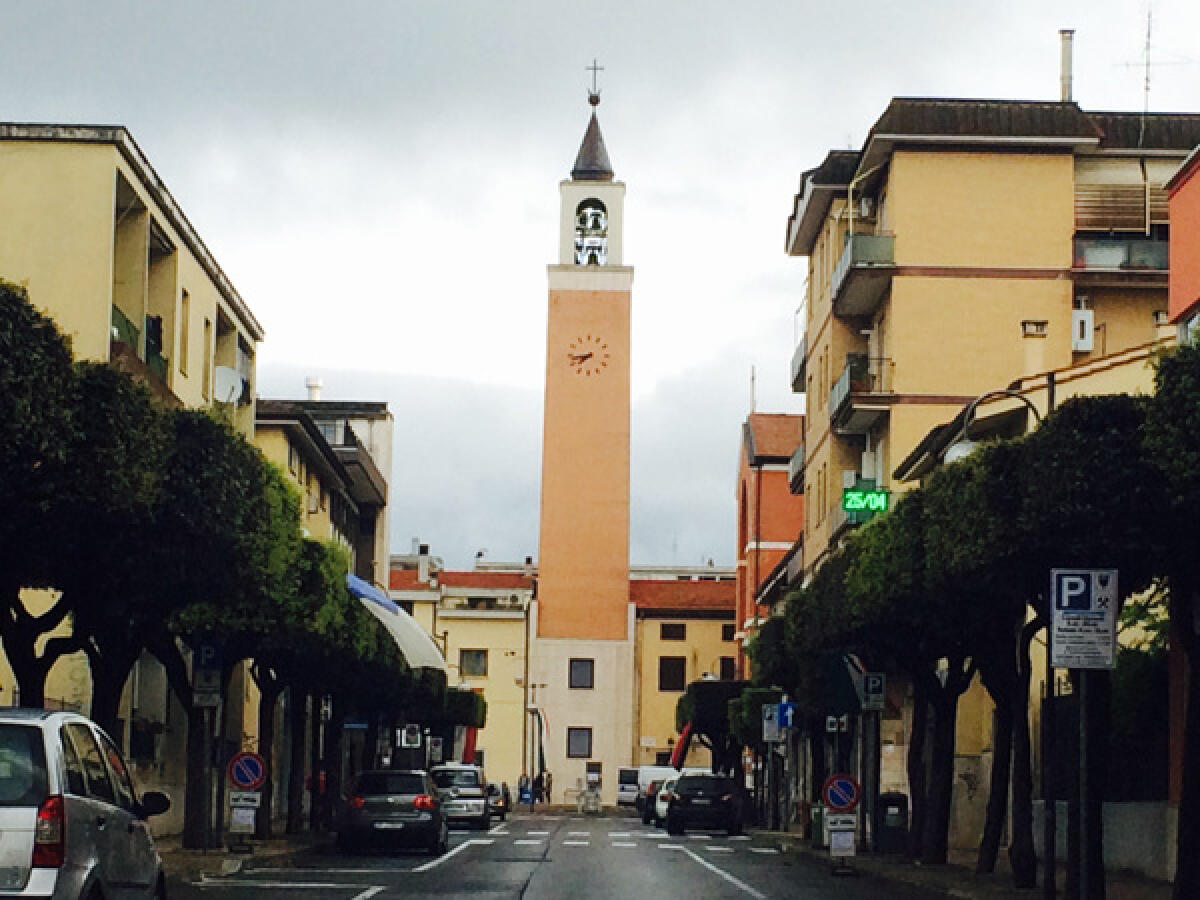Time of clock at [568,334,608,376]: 7:43
